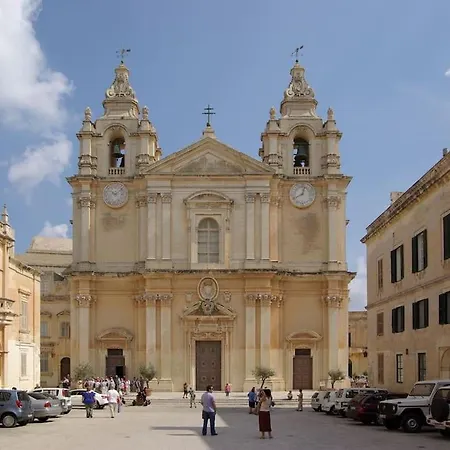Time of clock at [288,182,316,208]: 12:40
